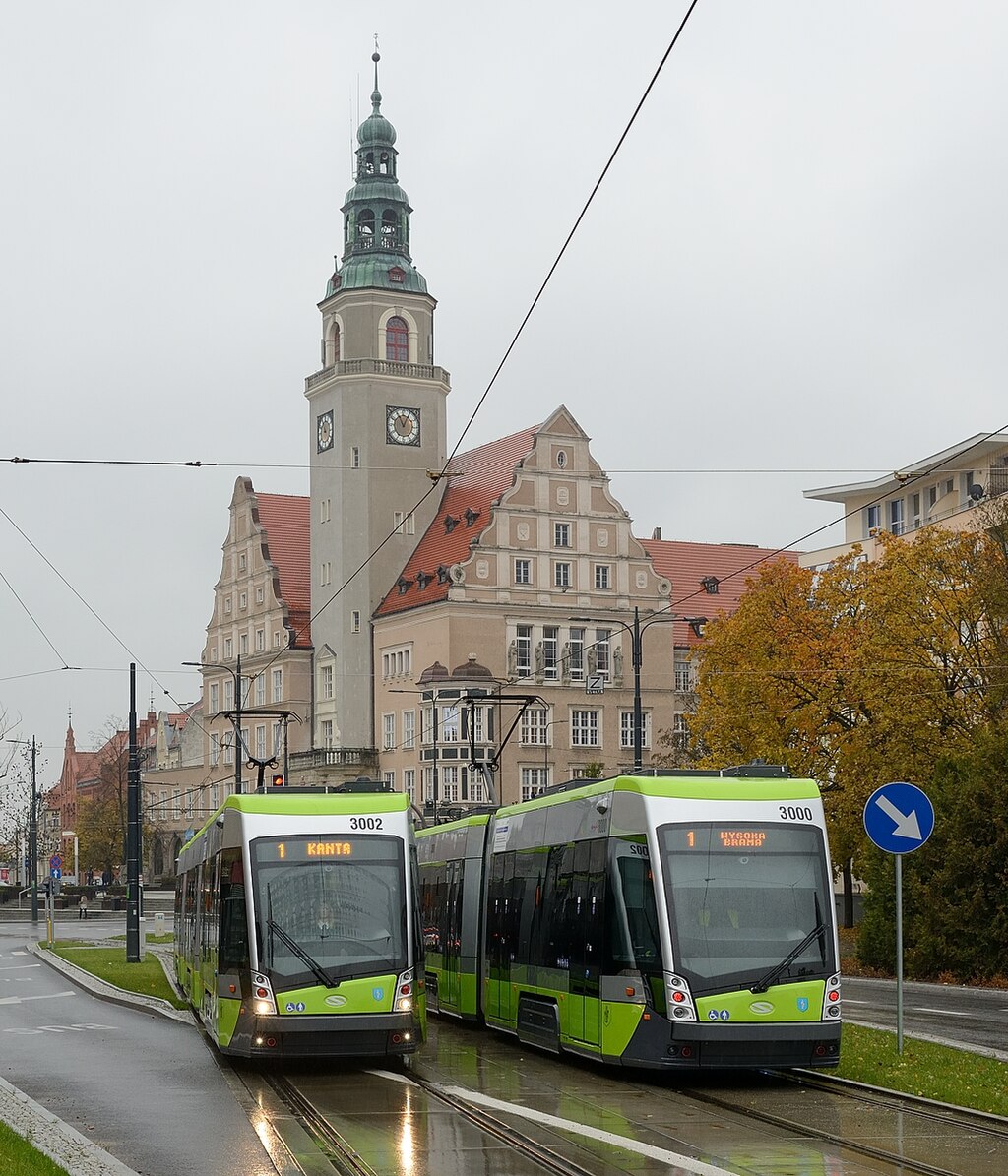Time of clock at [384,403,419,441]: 11:04
